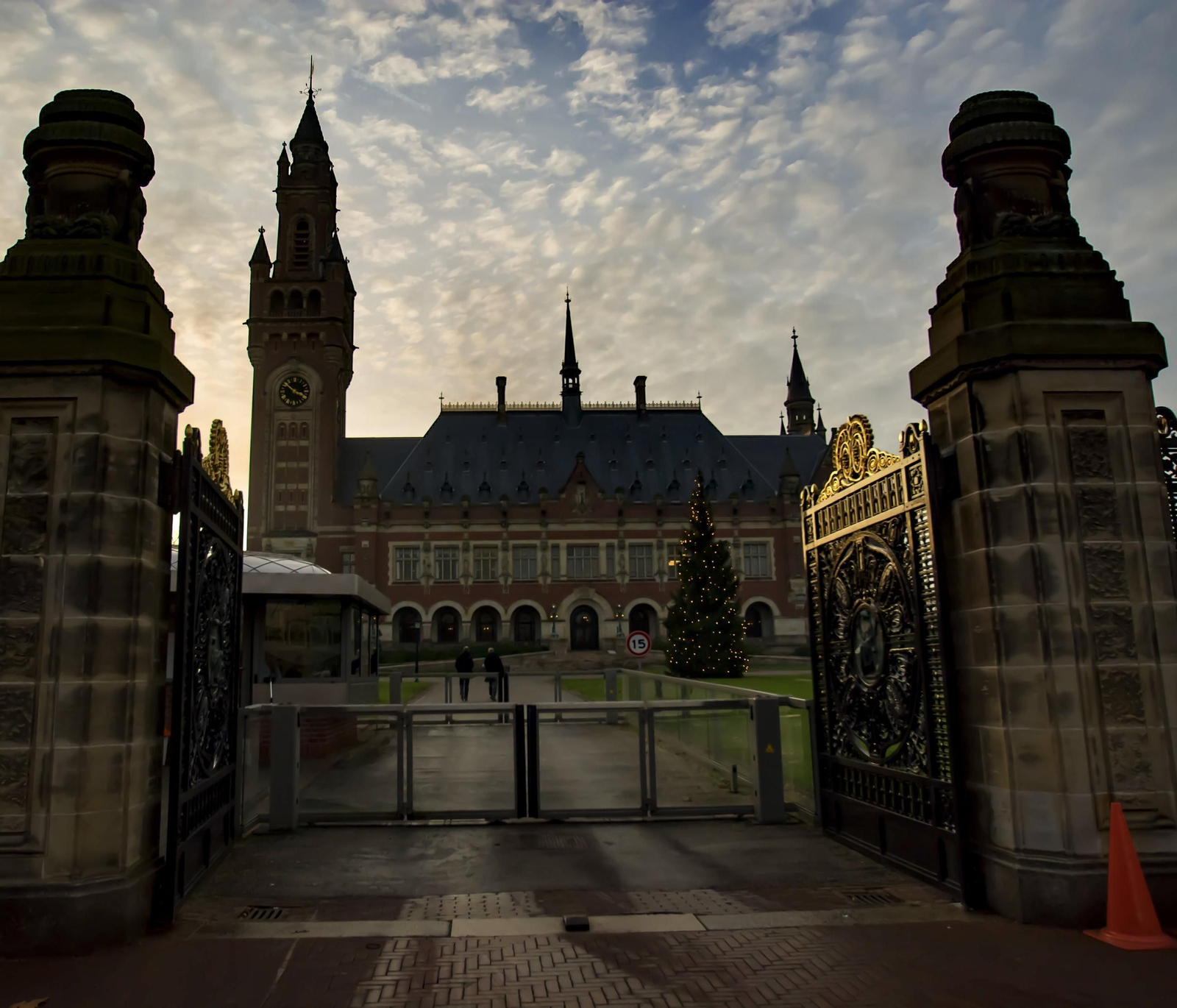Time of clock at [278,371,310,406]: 3:51
